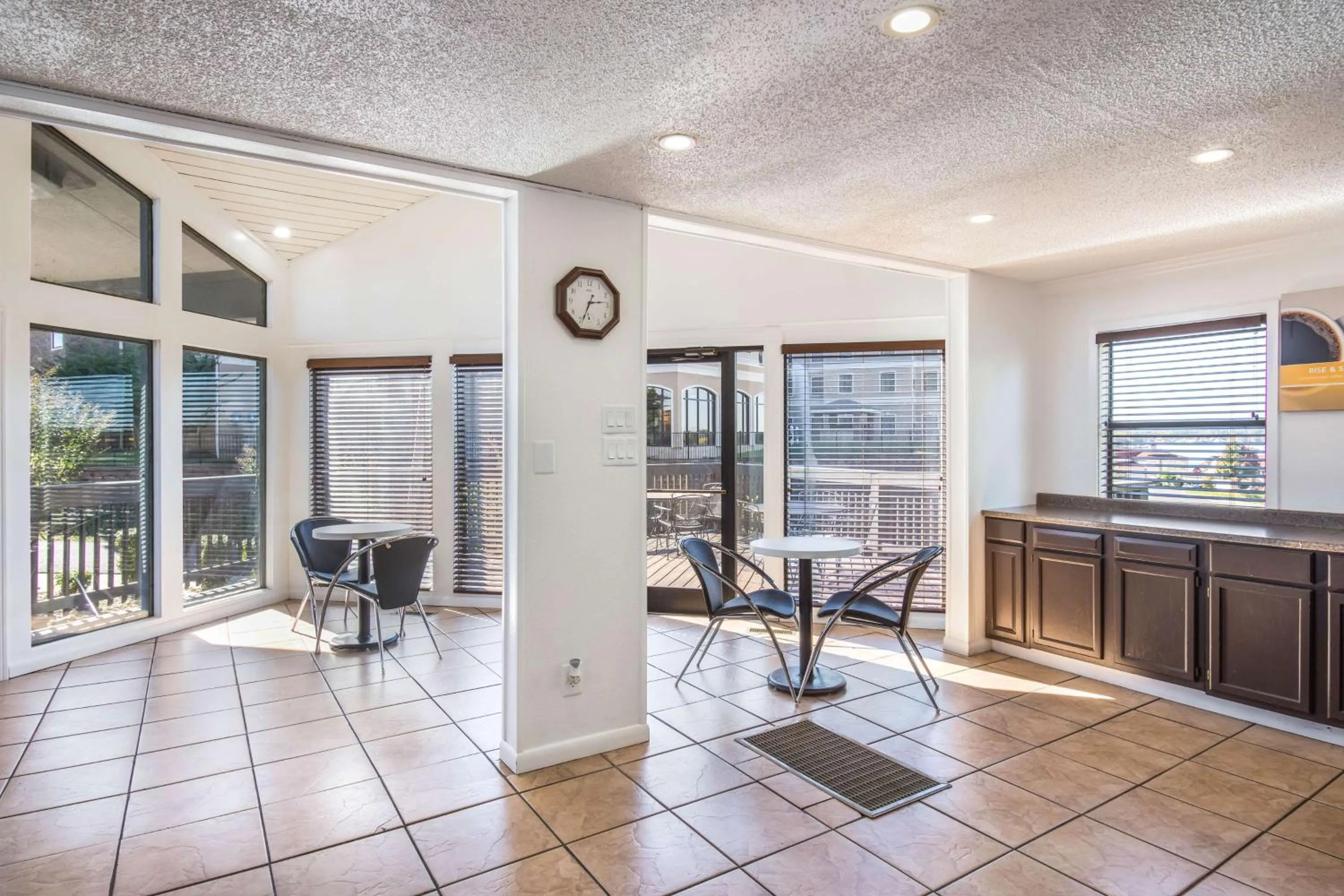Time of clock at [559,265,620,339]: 2:33
